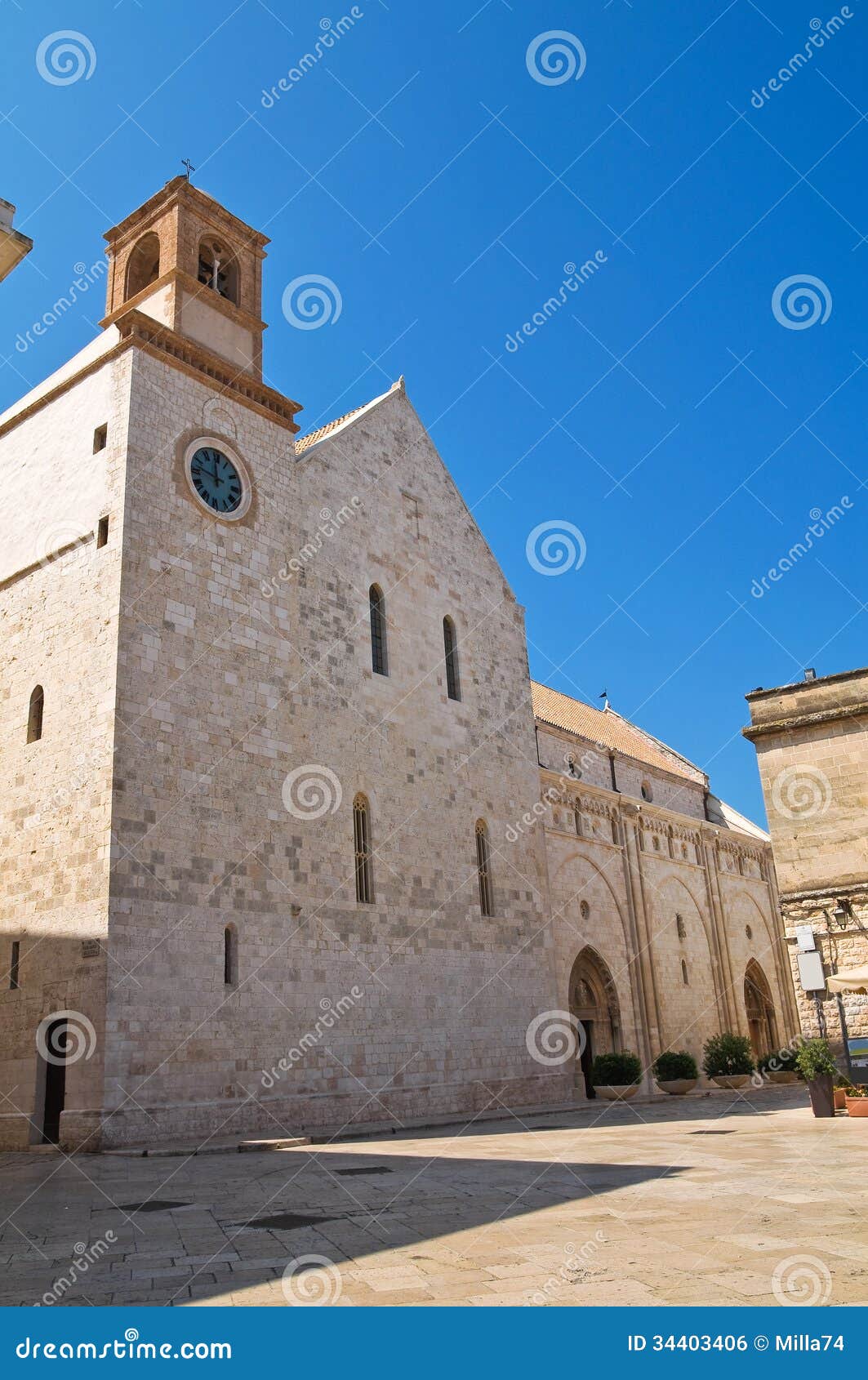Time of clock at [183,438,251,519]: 11:46
